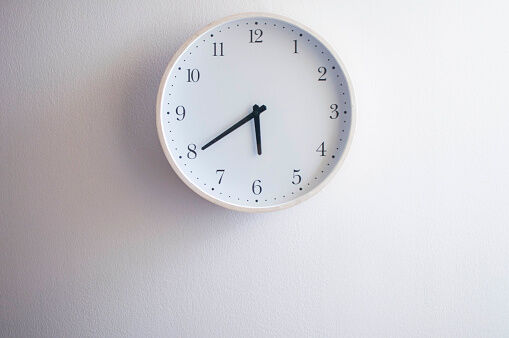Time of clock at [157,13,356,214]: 5:39
